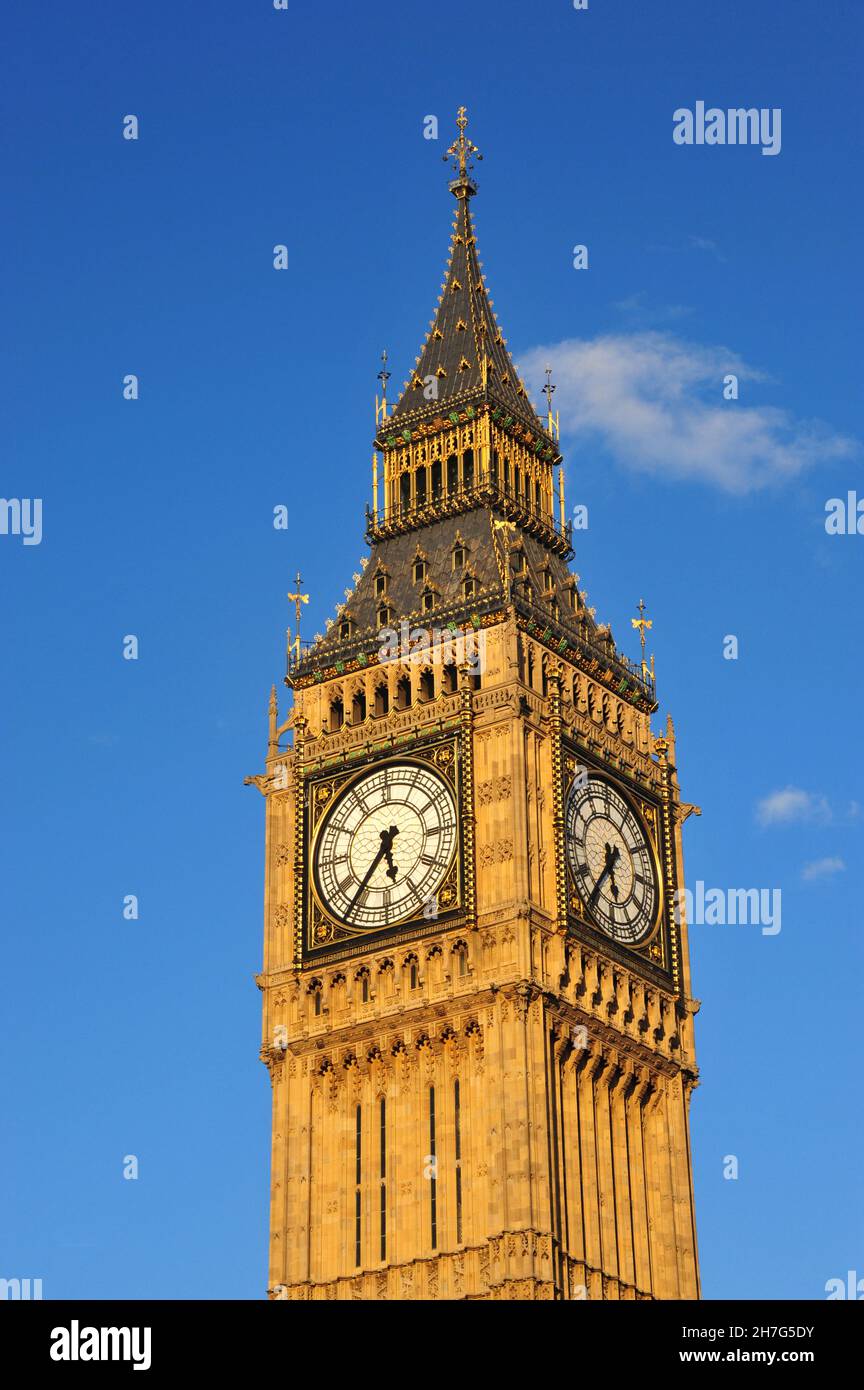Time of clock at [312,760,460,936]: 5:36
